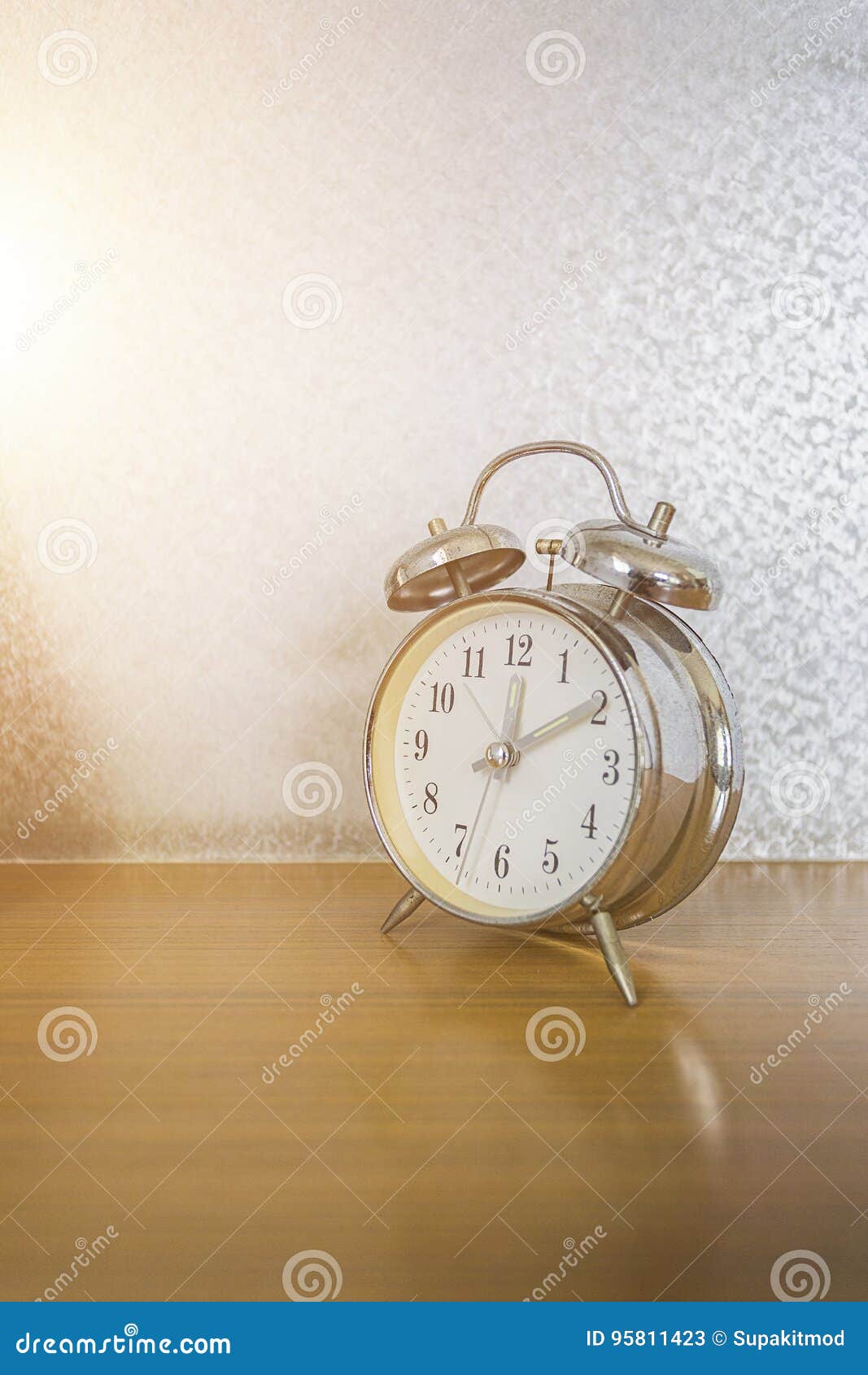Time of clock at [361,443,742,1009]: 12:09
